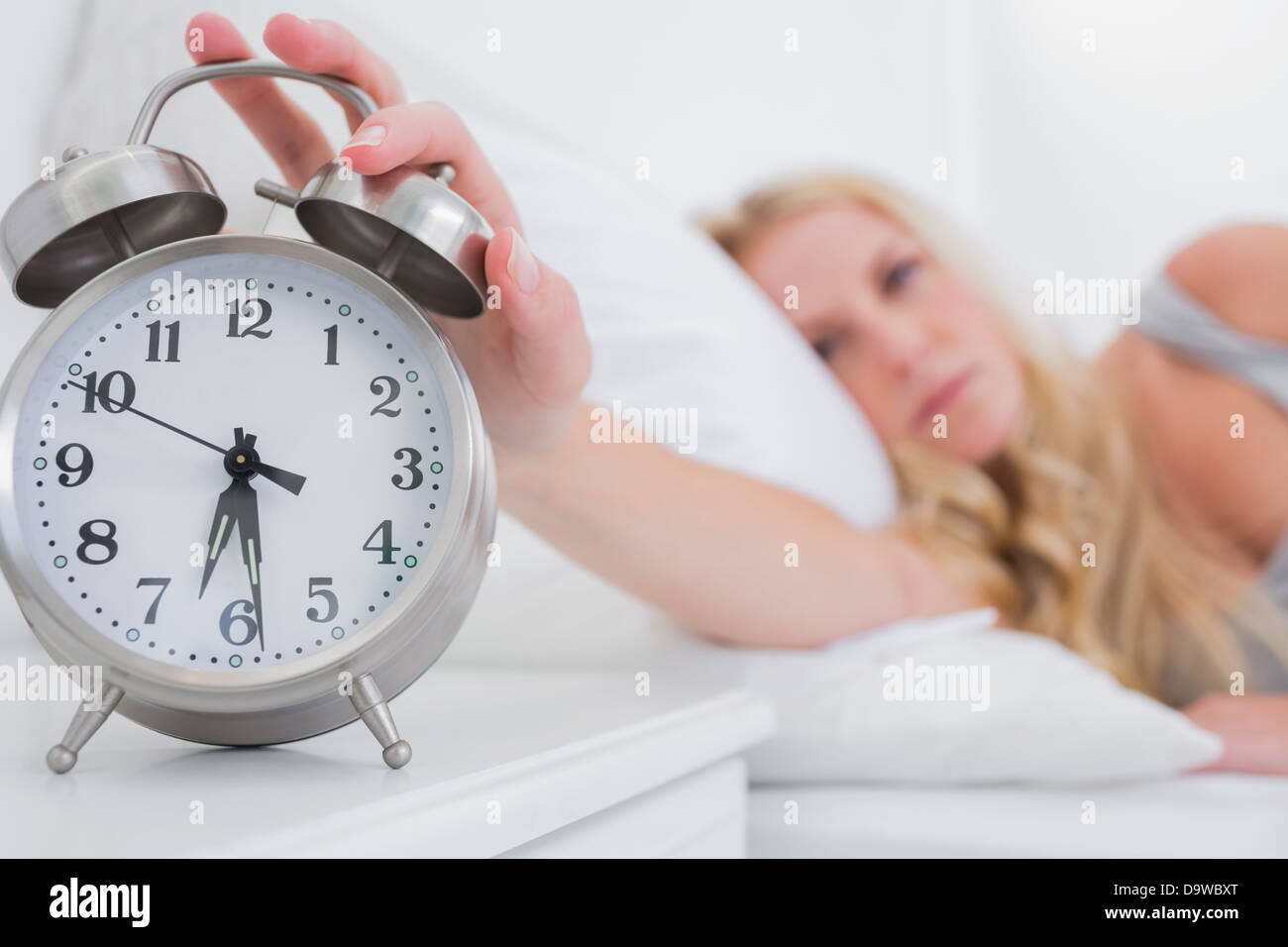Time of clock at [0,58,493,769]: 6:28
